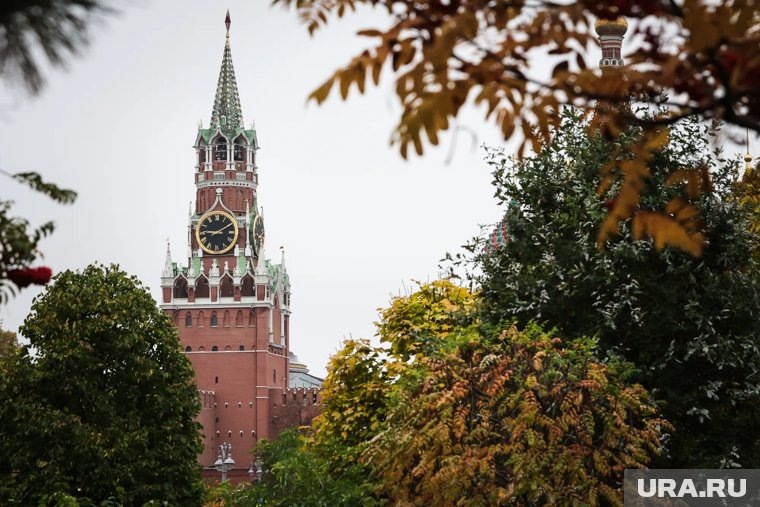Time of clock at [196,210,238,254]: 9:10
